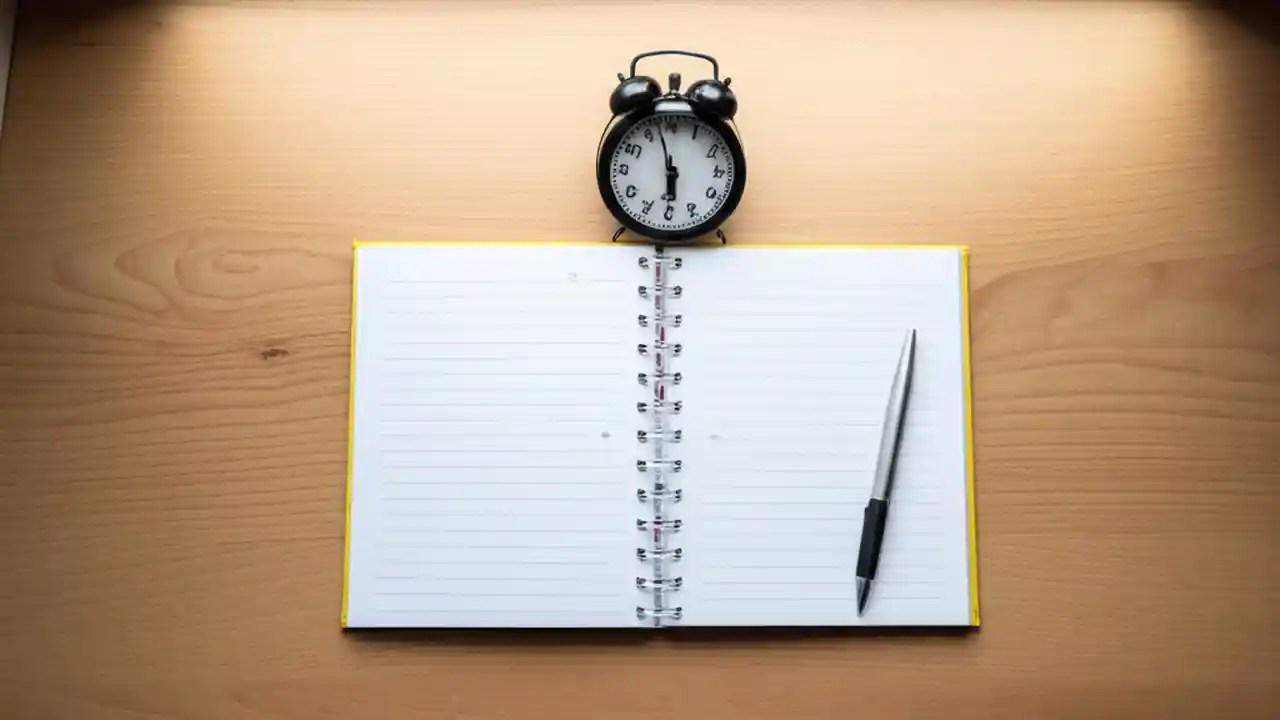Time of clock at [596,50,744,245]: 5:57
